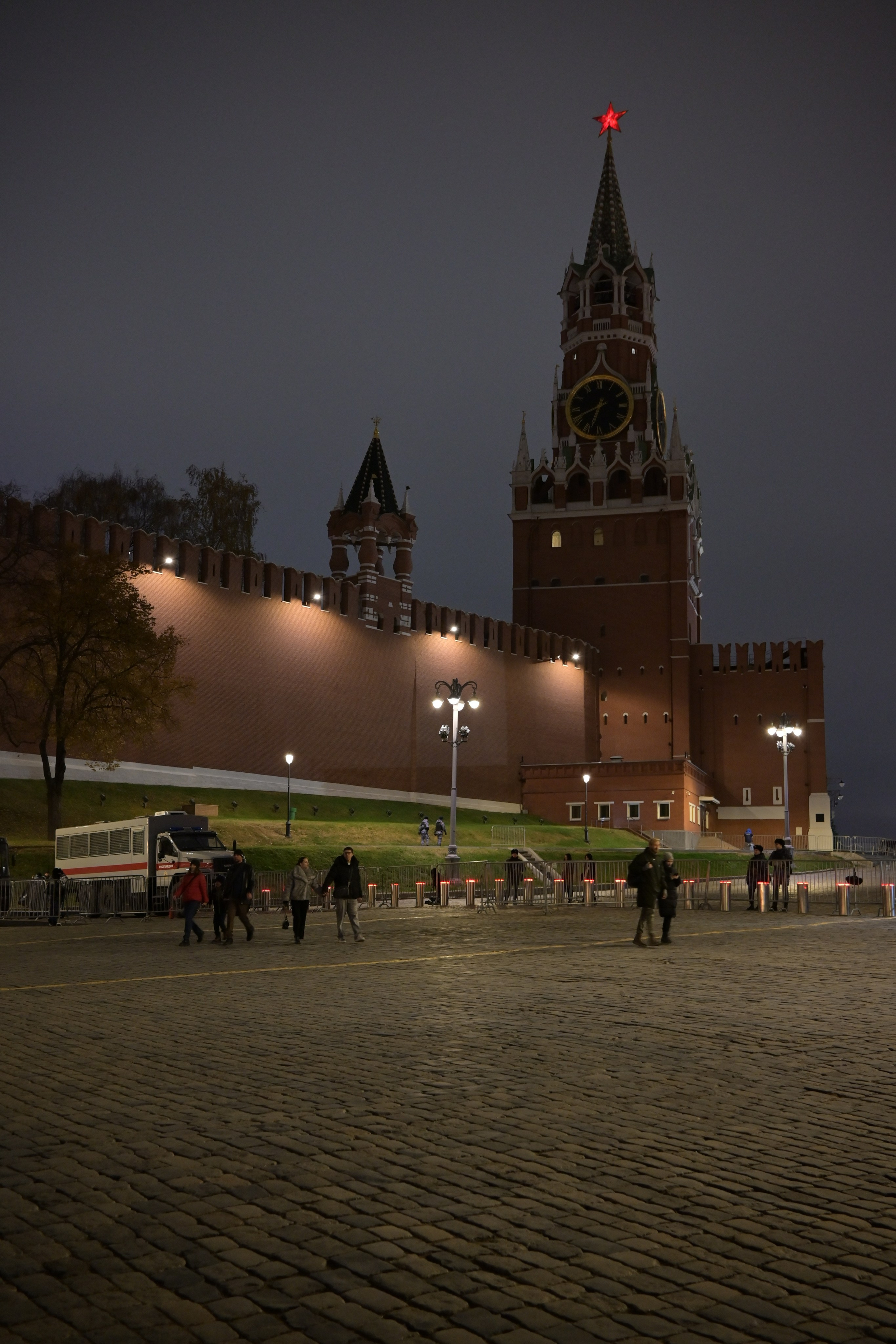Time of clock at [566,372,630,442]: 6:41
